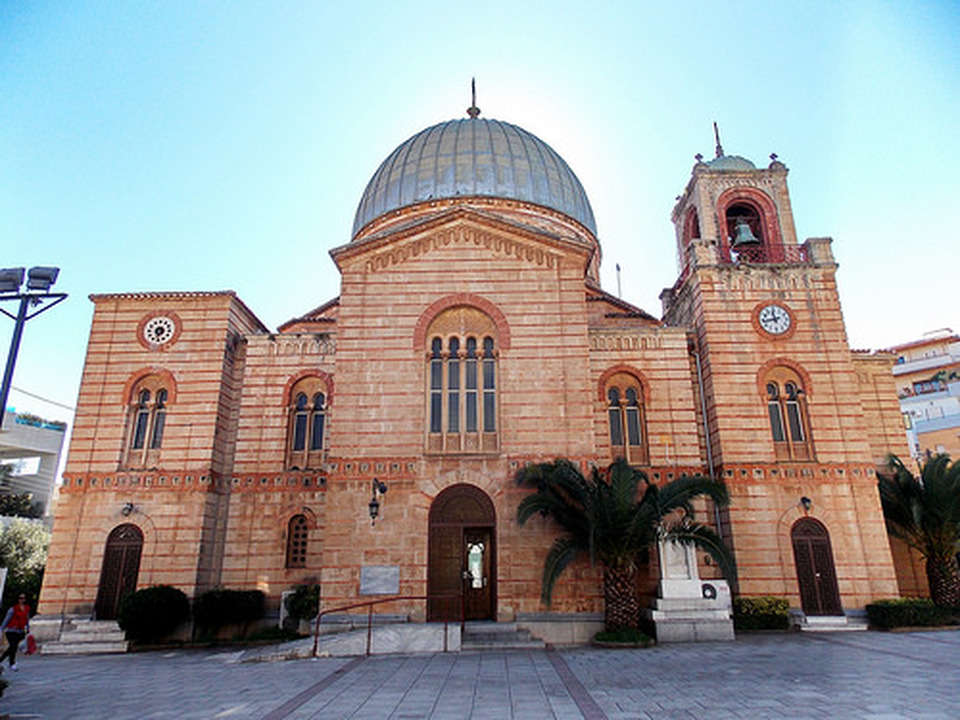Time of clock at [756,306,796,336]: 11:42
